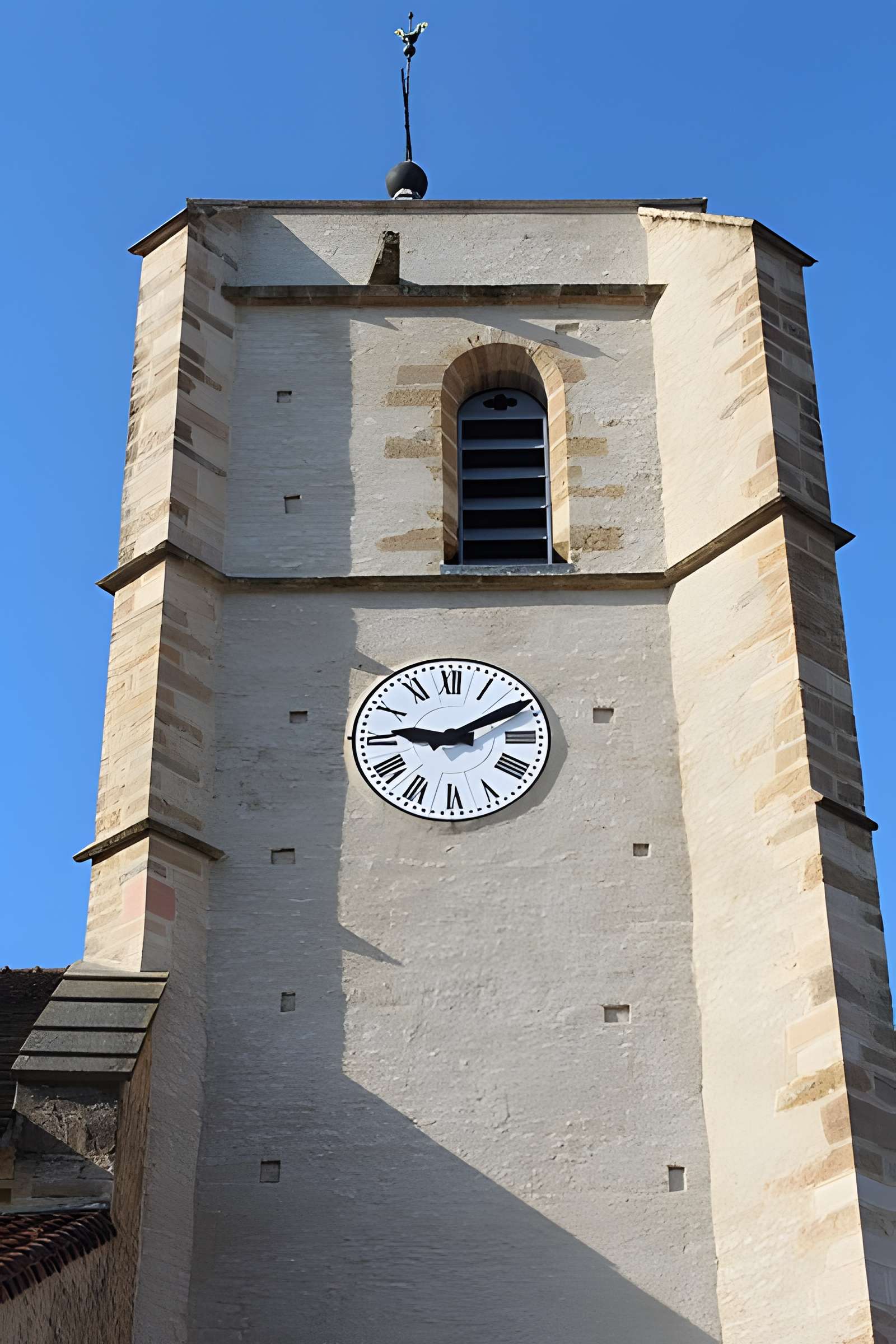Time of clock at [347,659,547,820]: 9:10
